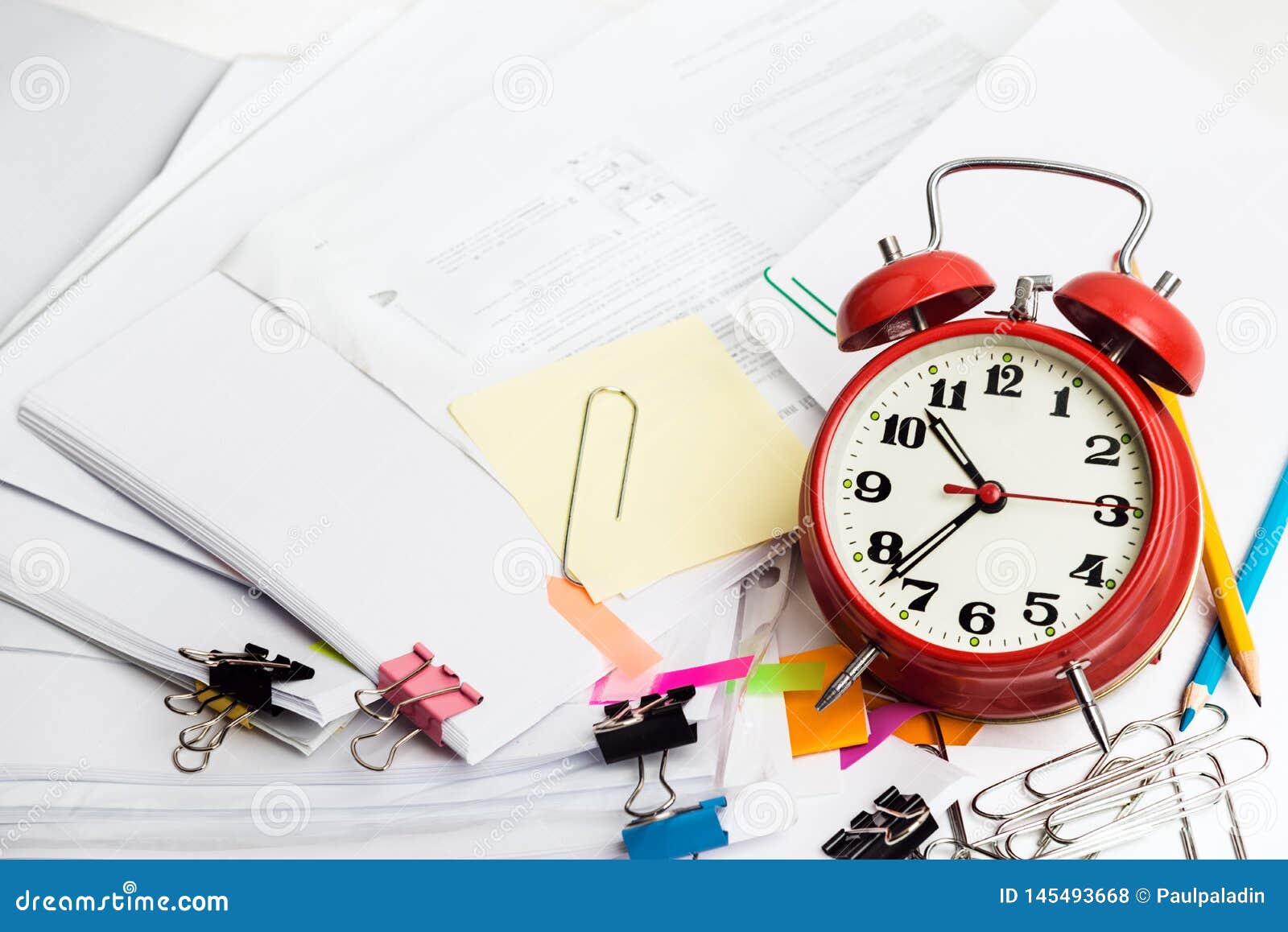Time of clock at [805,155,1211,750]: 10:37
